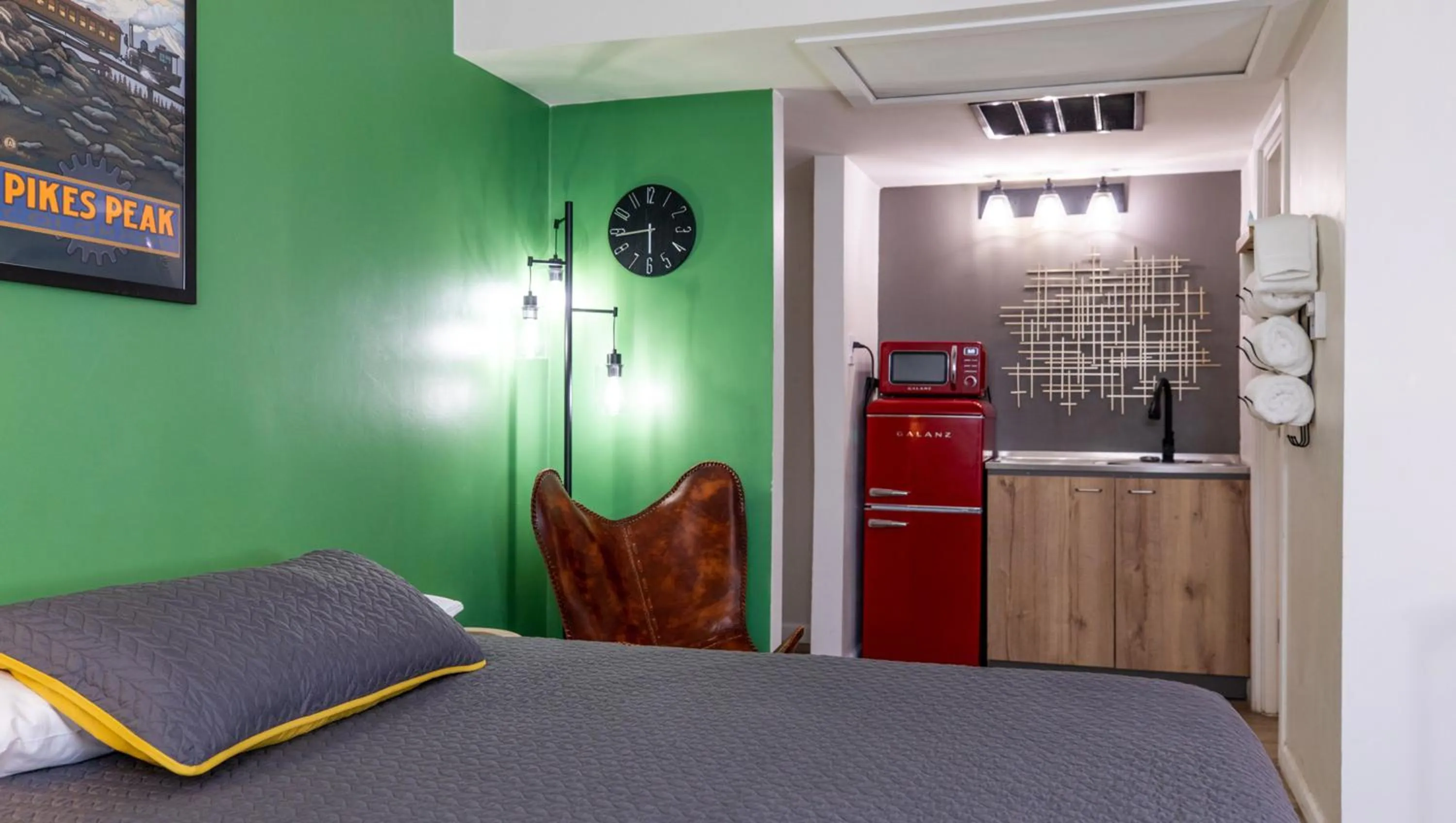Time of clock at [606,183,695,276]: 5:43
